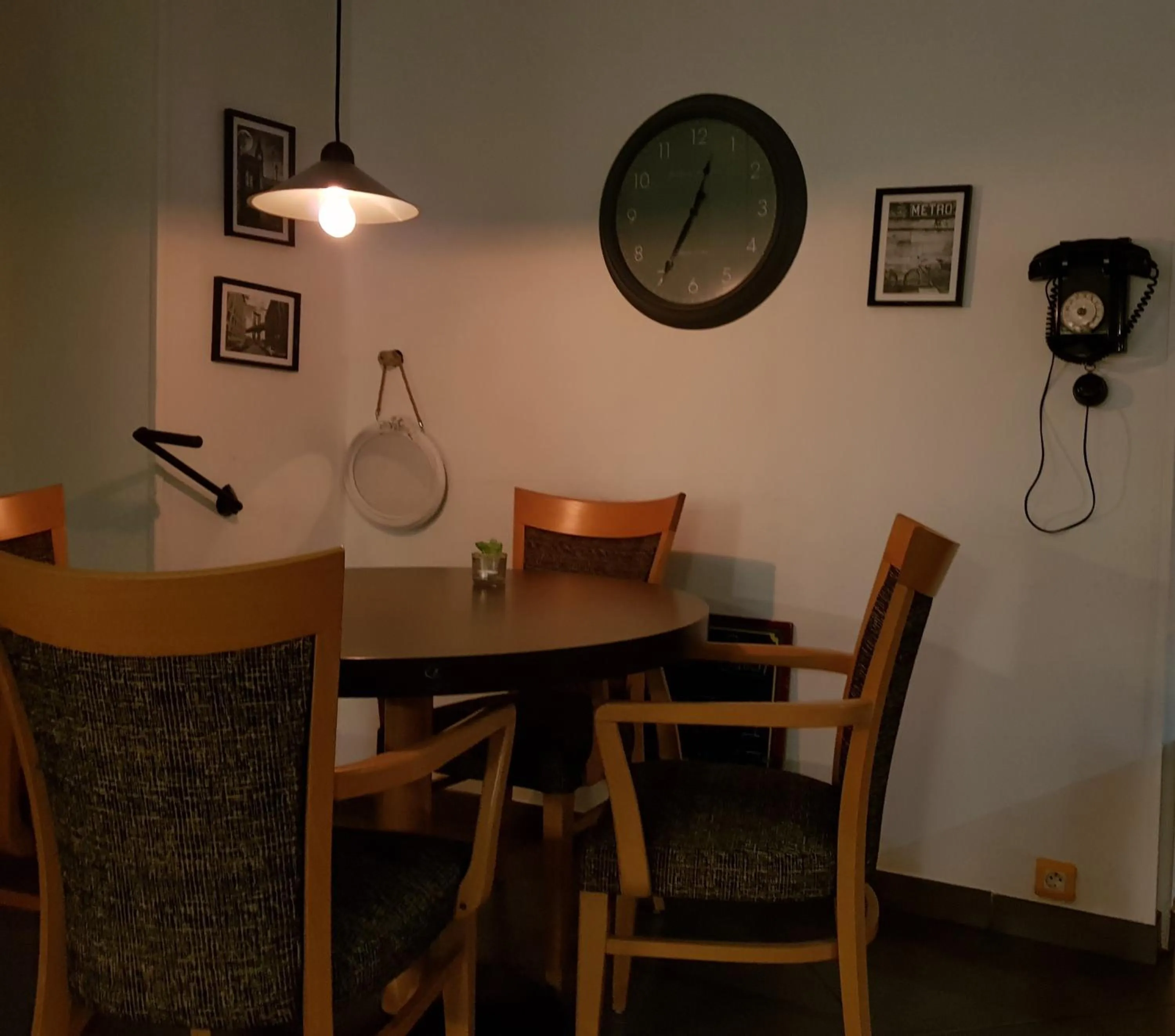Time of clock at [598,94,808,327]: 12:34
